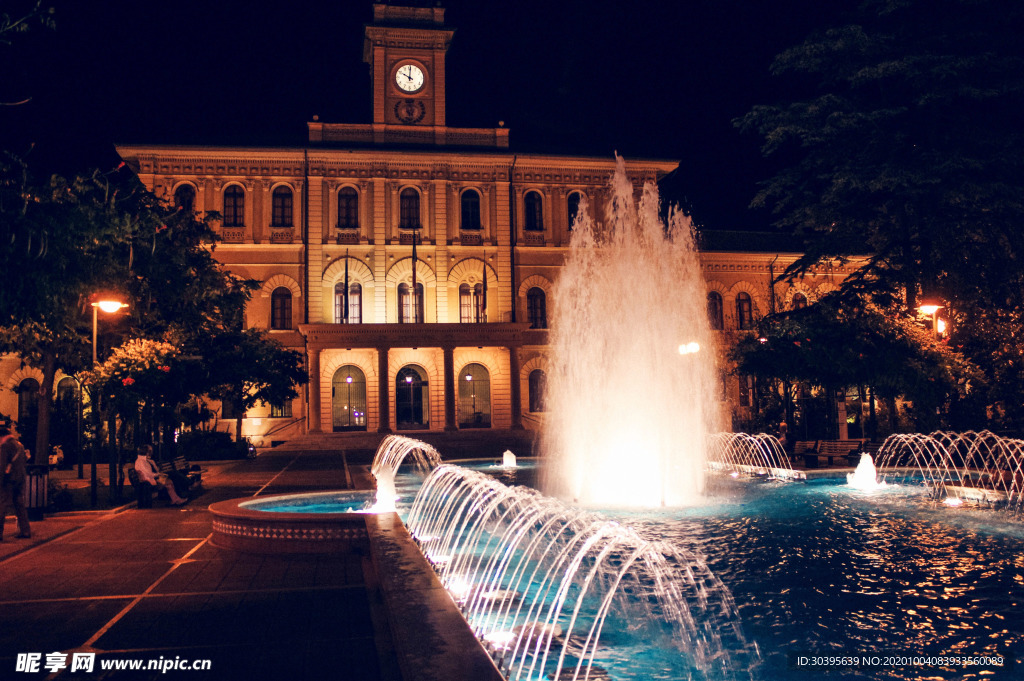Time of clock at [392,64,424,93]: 10:00
